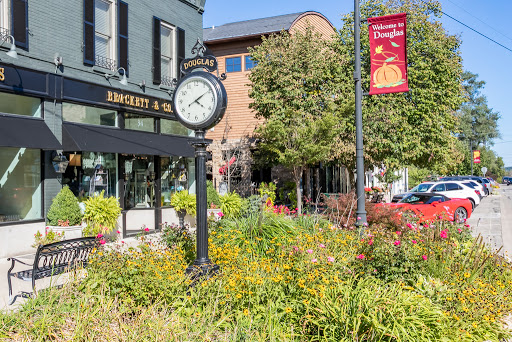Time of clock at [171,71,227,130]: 4:09
